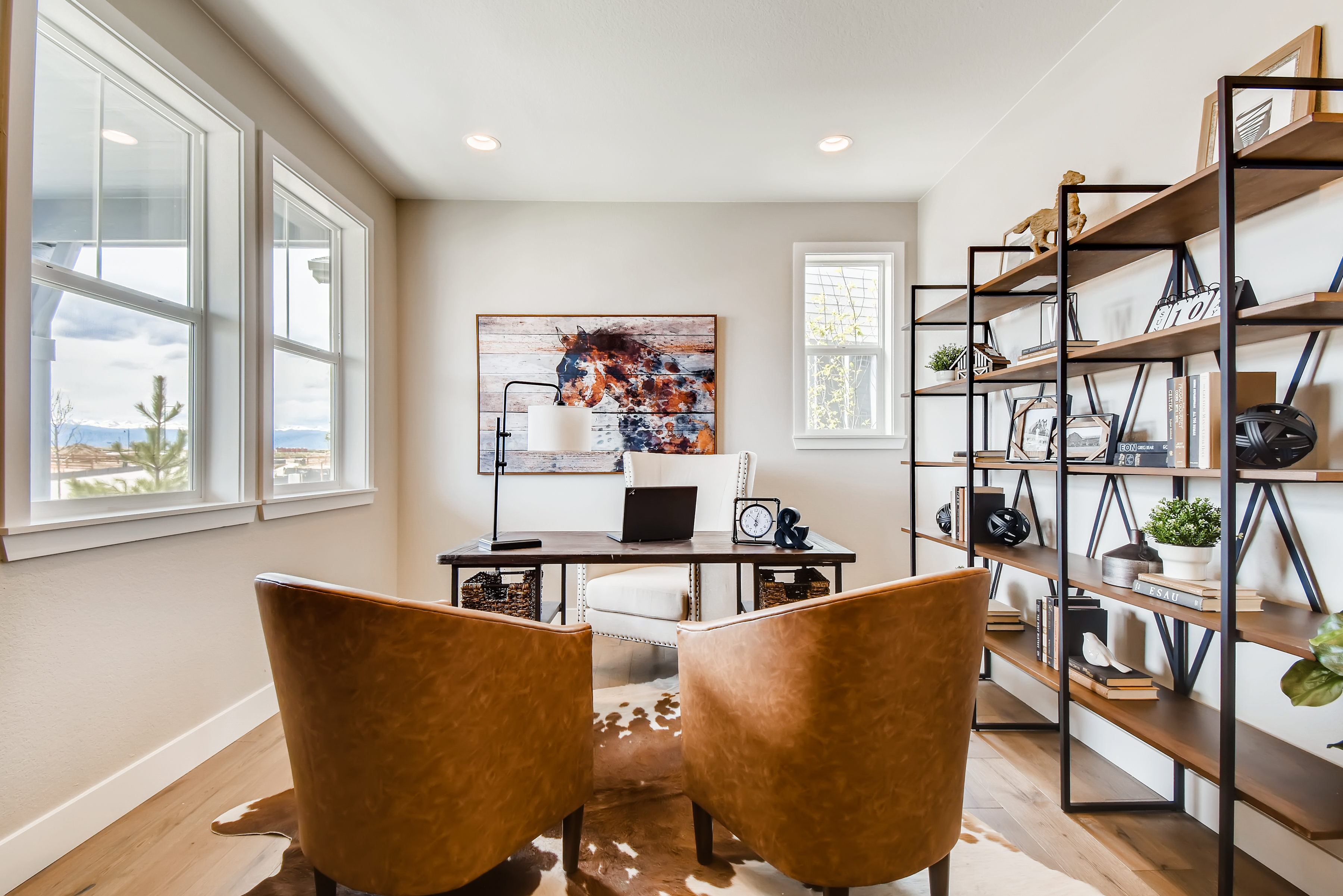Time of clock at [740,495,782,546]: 6:03
